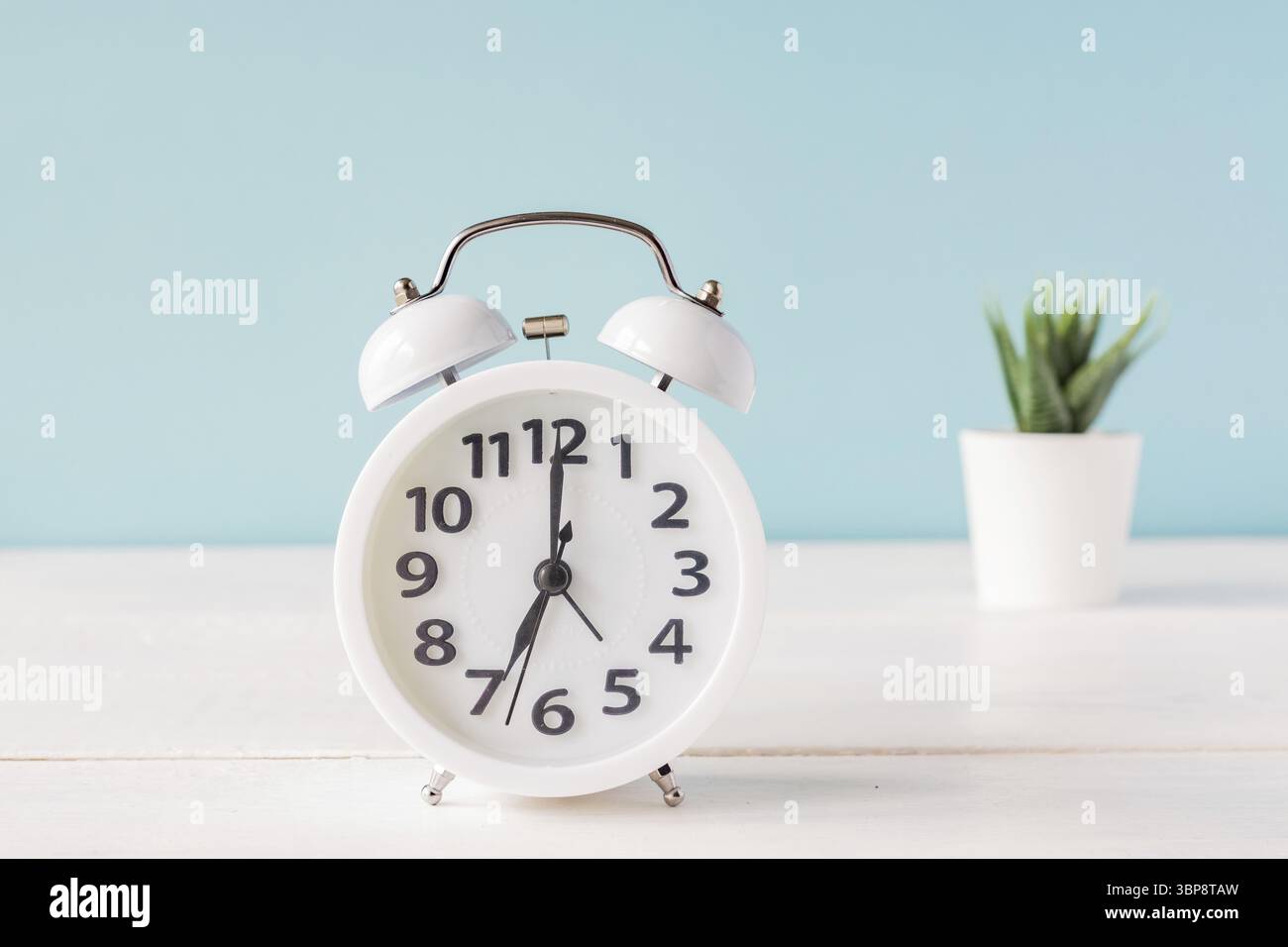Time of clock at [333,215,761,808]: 7:00
